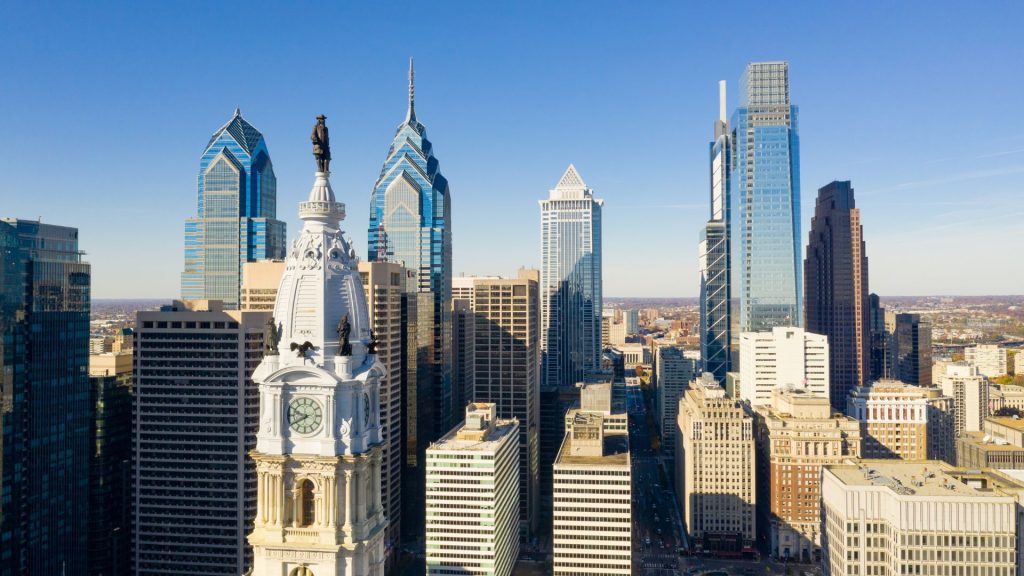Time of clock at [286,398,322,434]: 9:40
